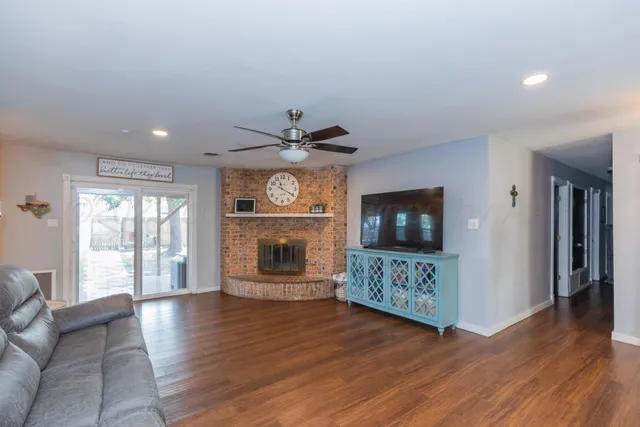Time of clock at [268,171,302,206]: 11:19
